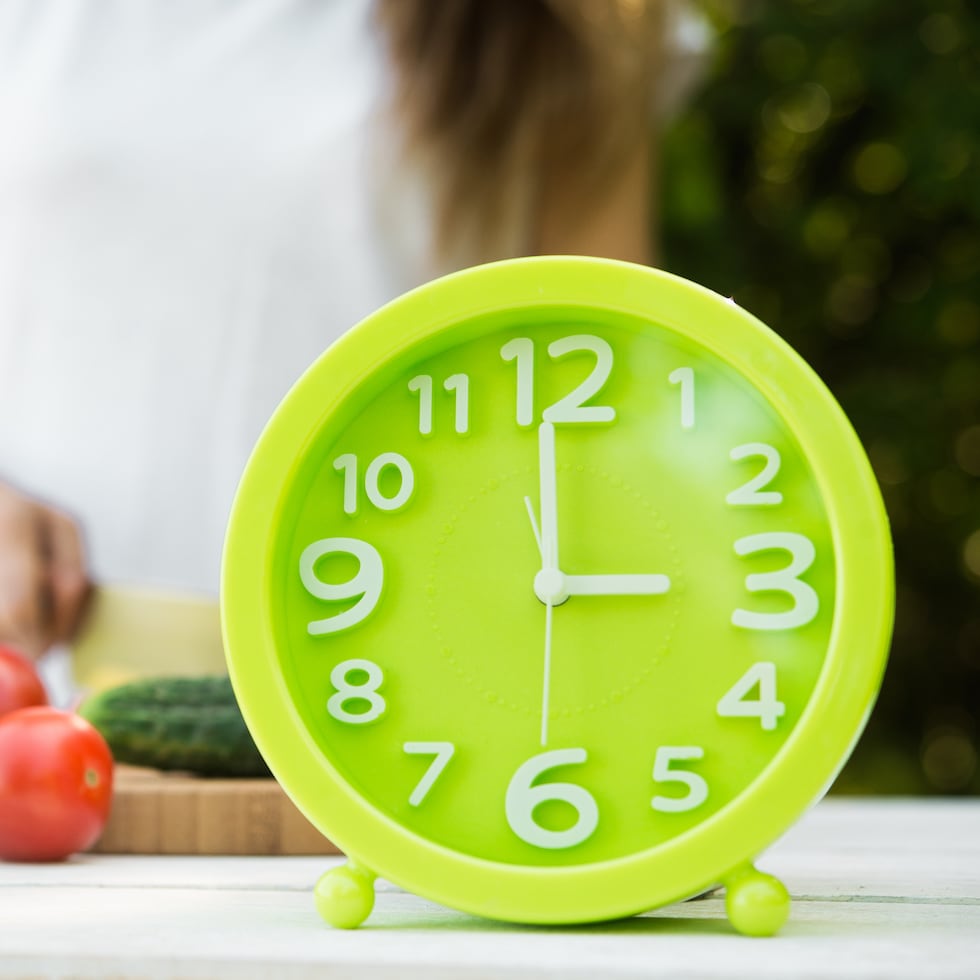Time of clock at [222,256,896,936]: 2:59
